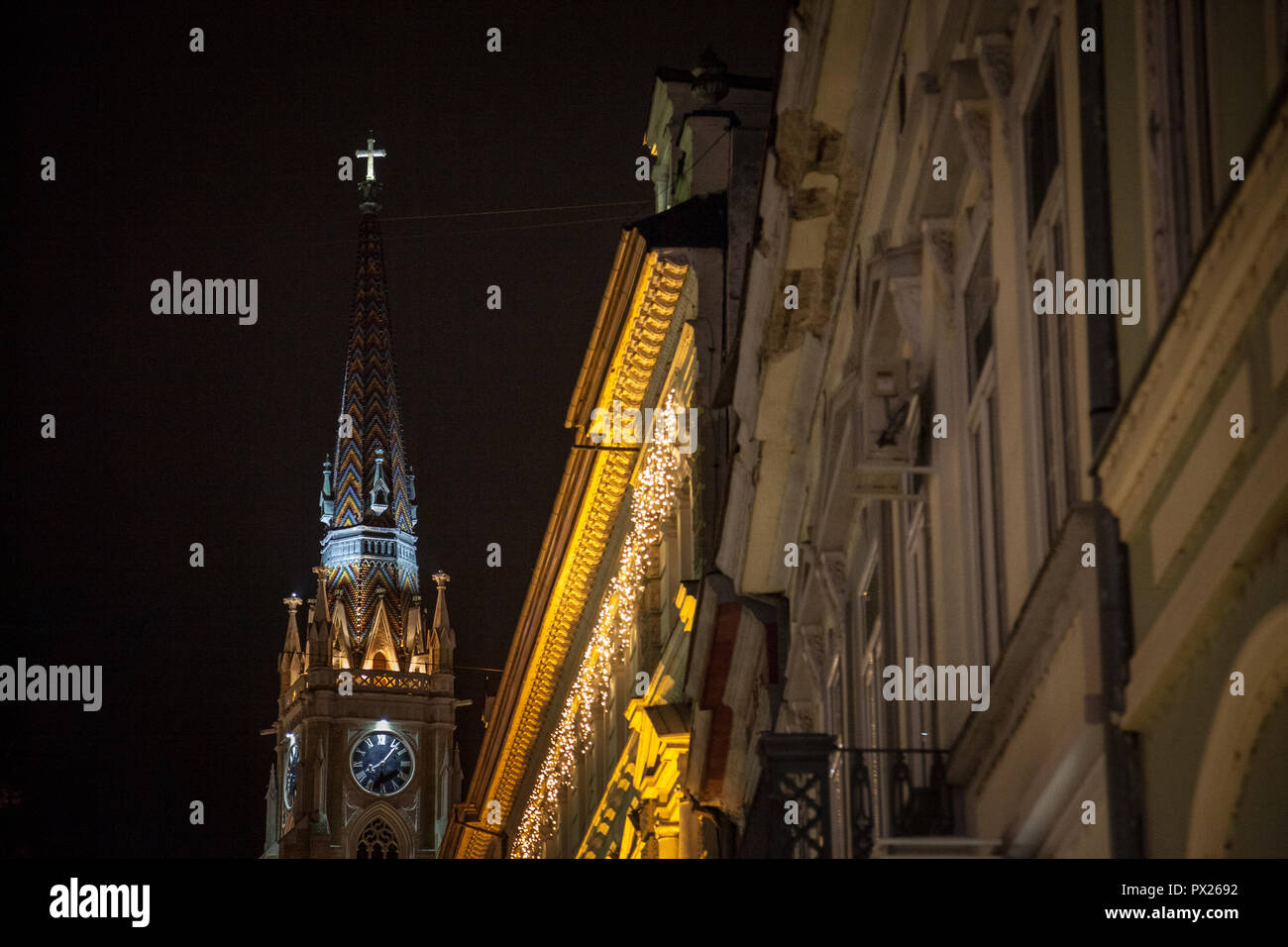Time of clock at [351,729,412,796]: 8:06
